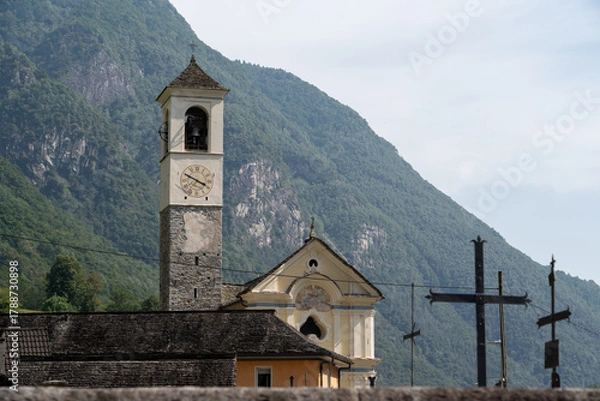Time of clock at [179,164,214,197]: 3:49
